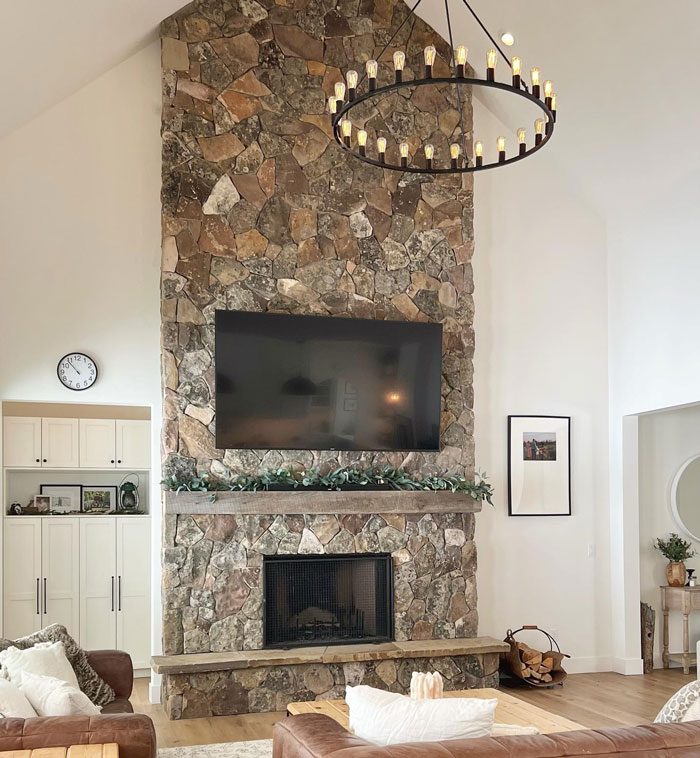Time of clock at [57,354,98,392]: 10:53
